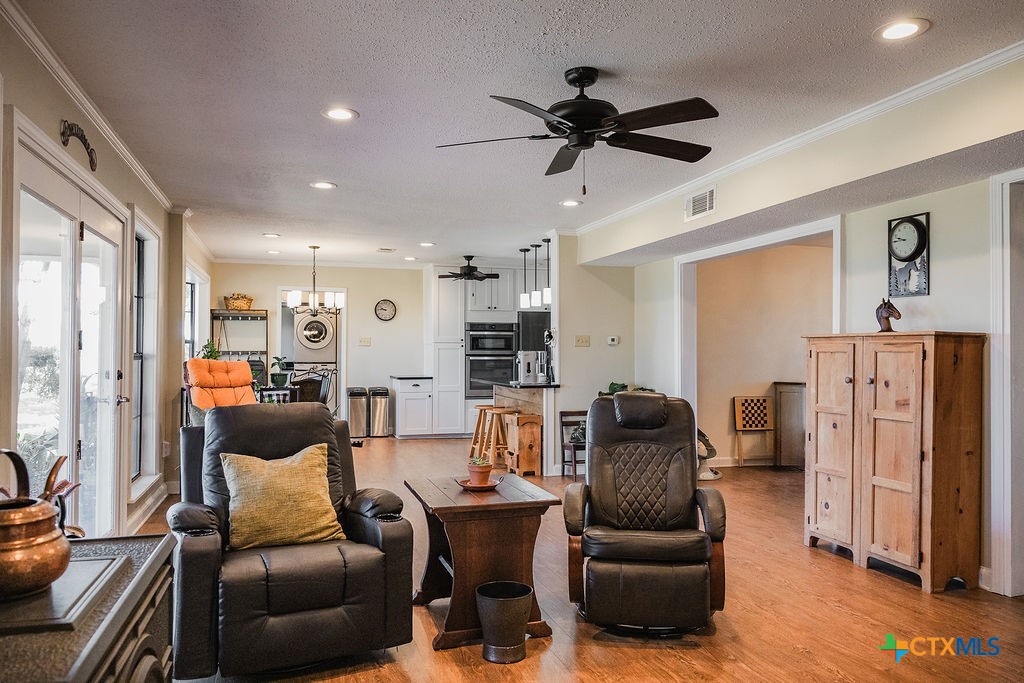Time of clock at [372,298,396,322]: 9:45
